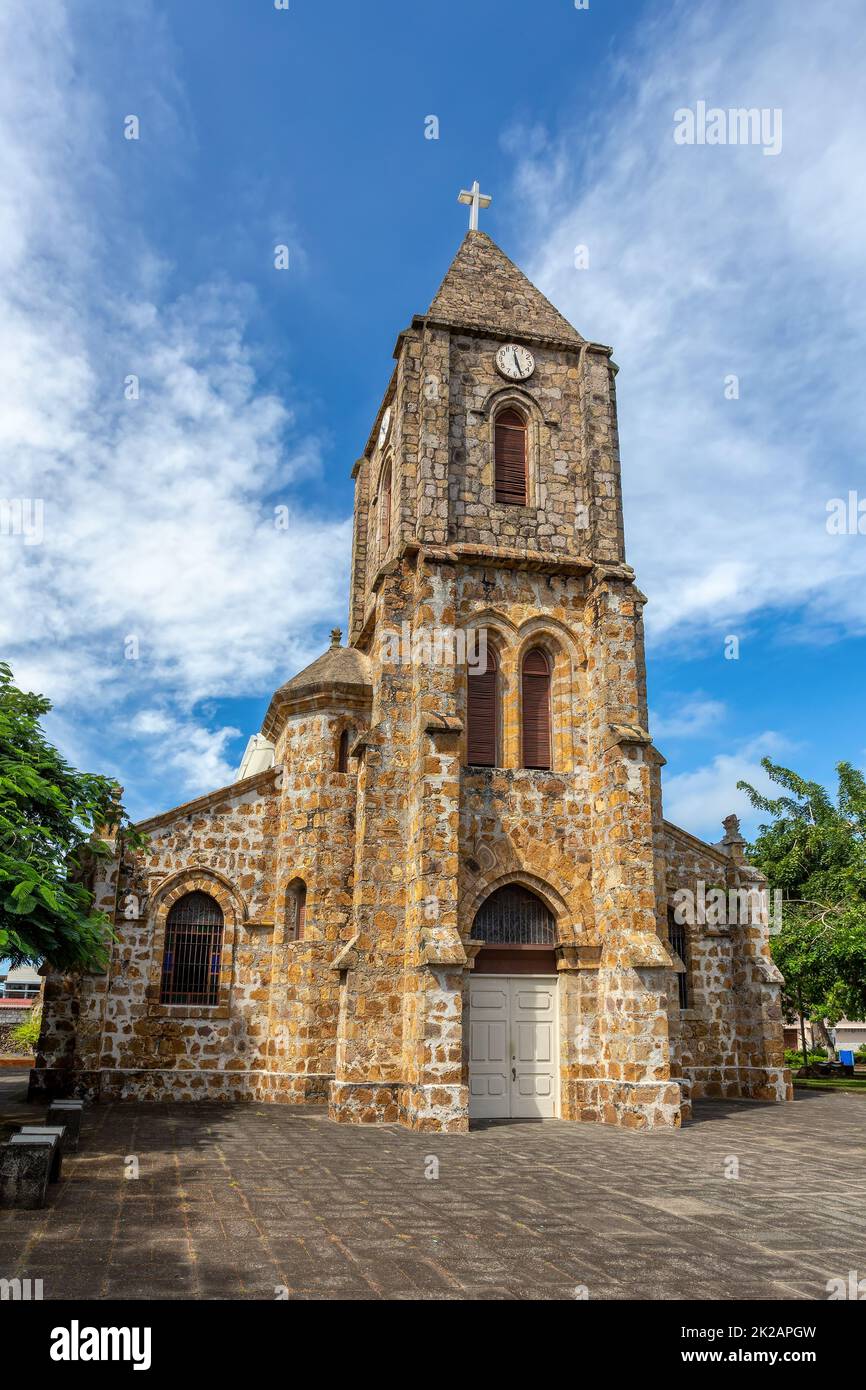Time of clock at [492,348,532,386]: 5:26
